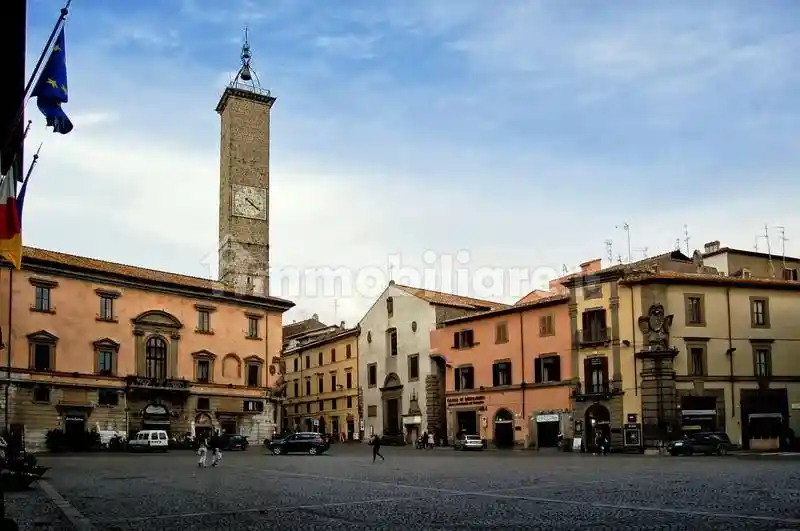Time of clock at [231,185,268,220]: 4:21
